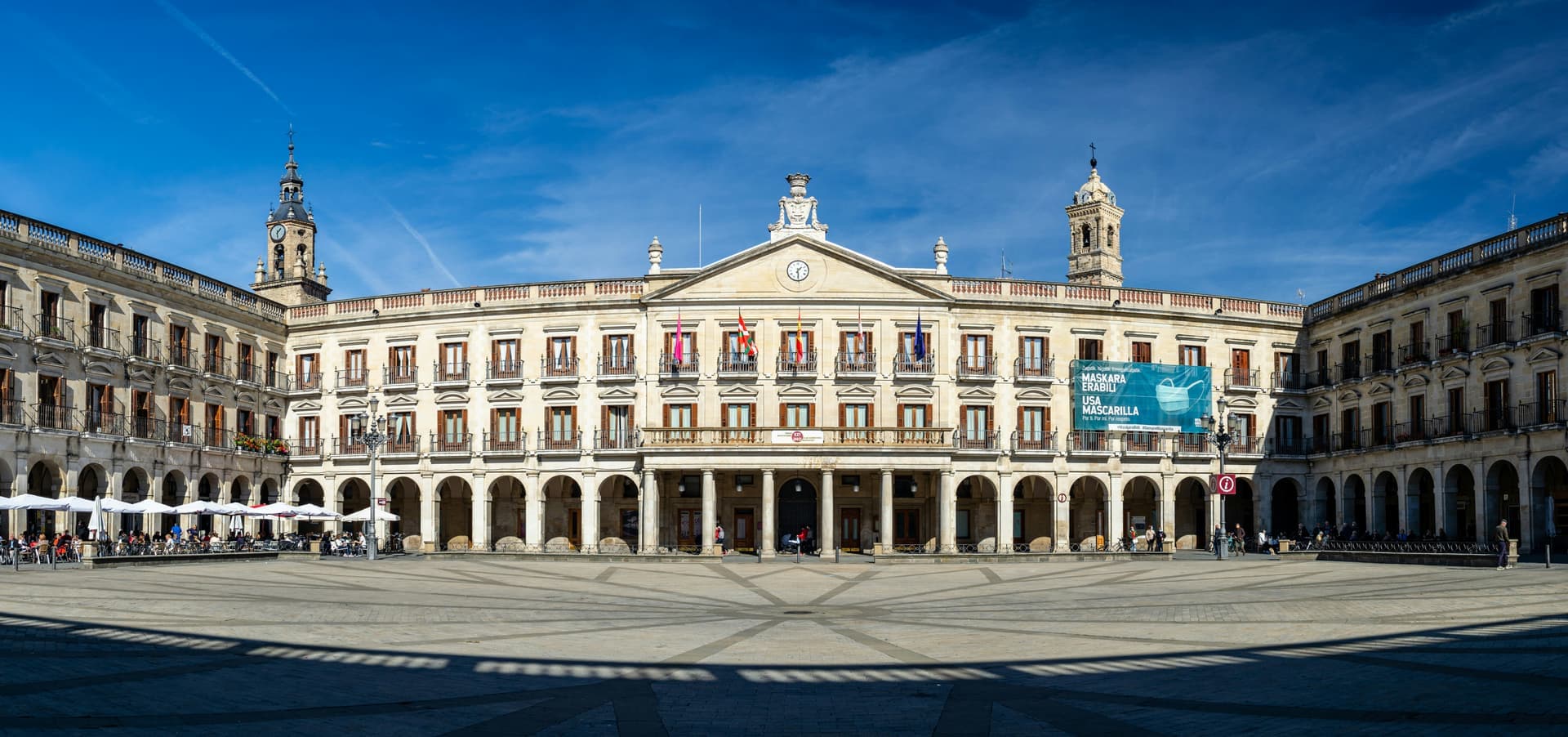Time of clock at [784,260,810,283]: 1:29
